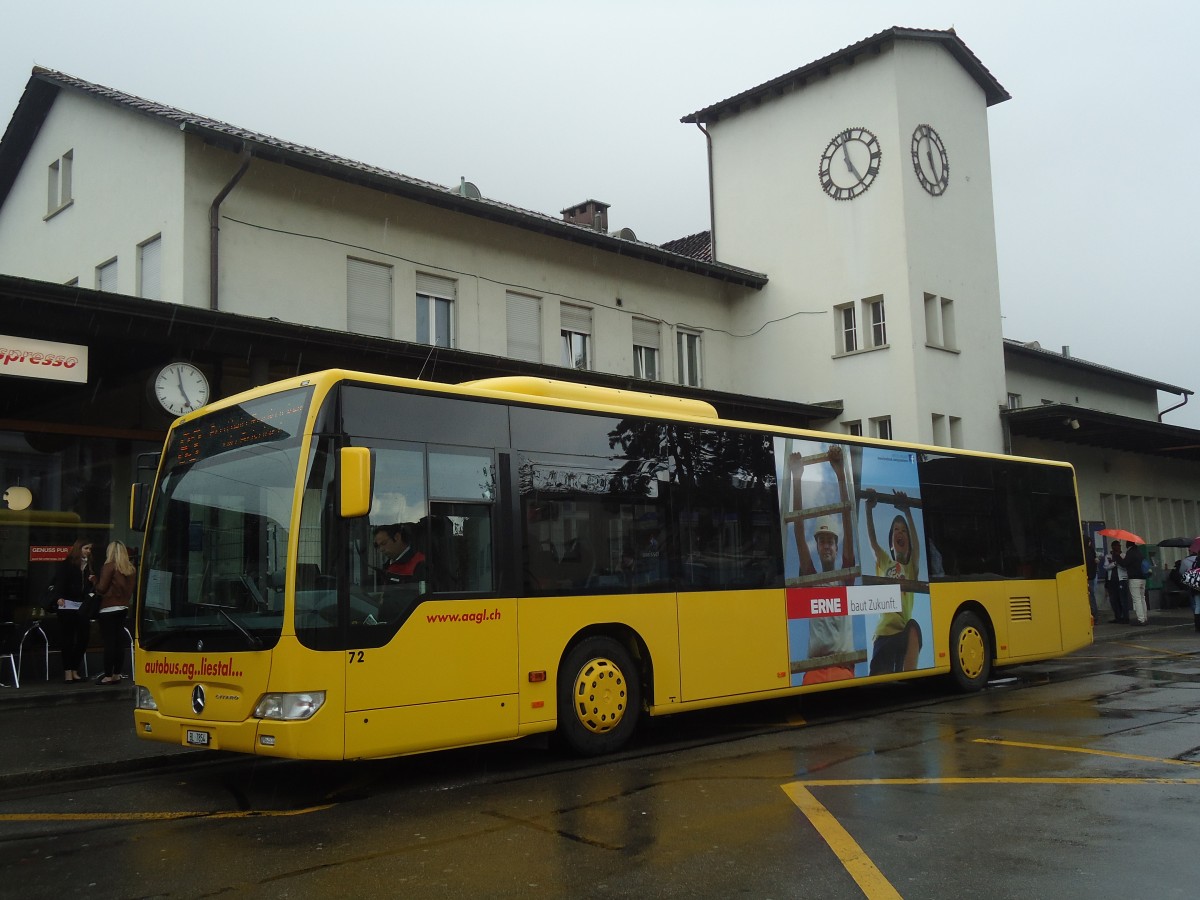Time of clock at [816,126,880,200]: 4:57
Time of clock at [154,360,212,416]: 4:58
